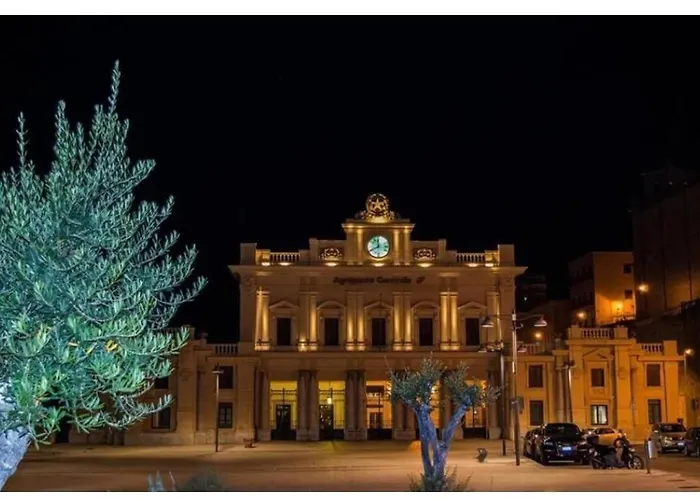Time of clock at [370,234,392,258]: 11:40
